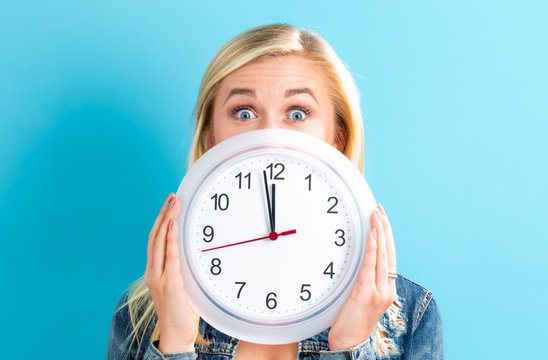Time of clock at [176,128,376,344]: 11:58
